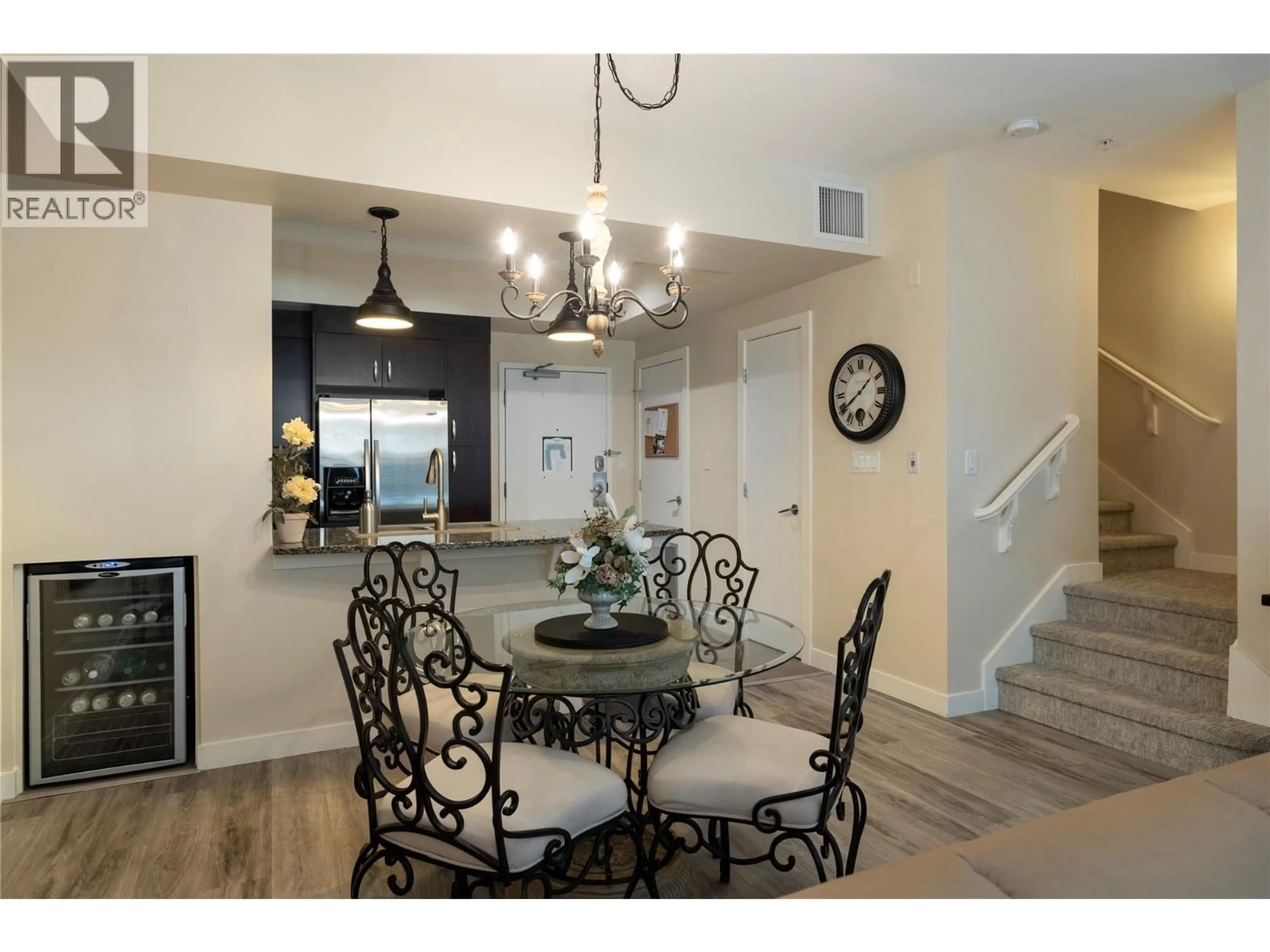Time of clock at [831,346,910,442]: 1:39
